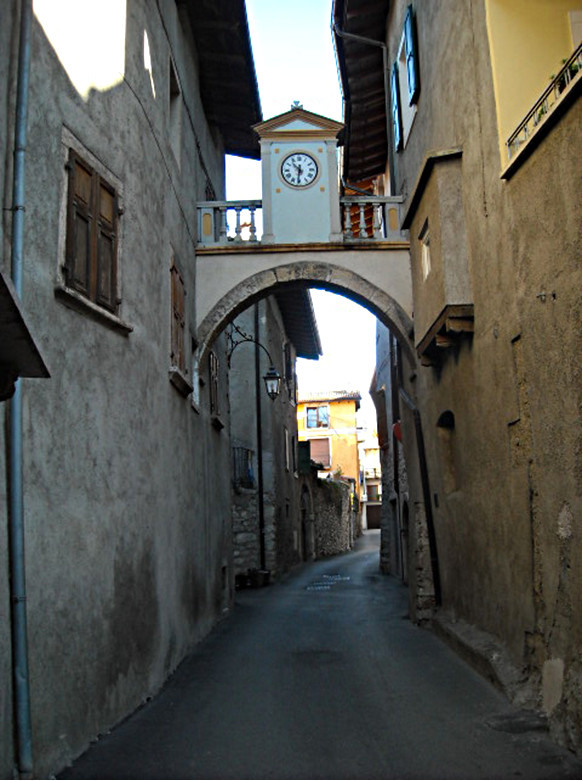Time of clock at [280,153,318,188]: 10:31
